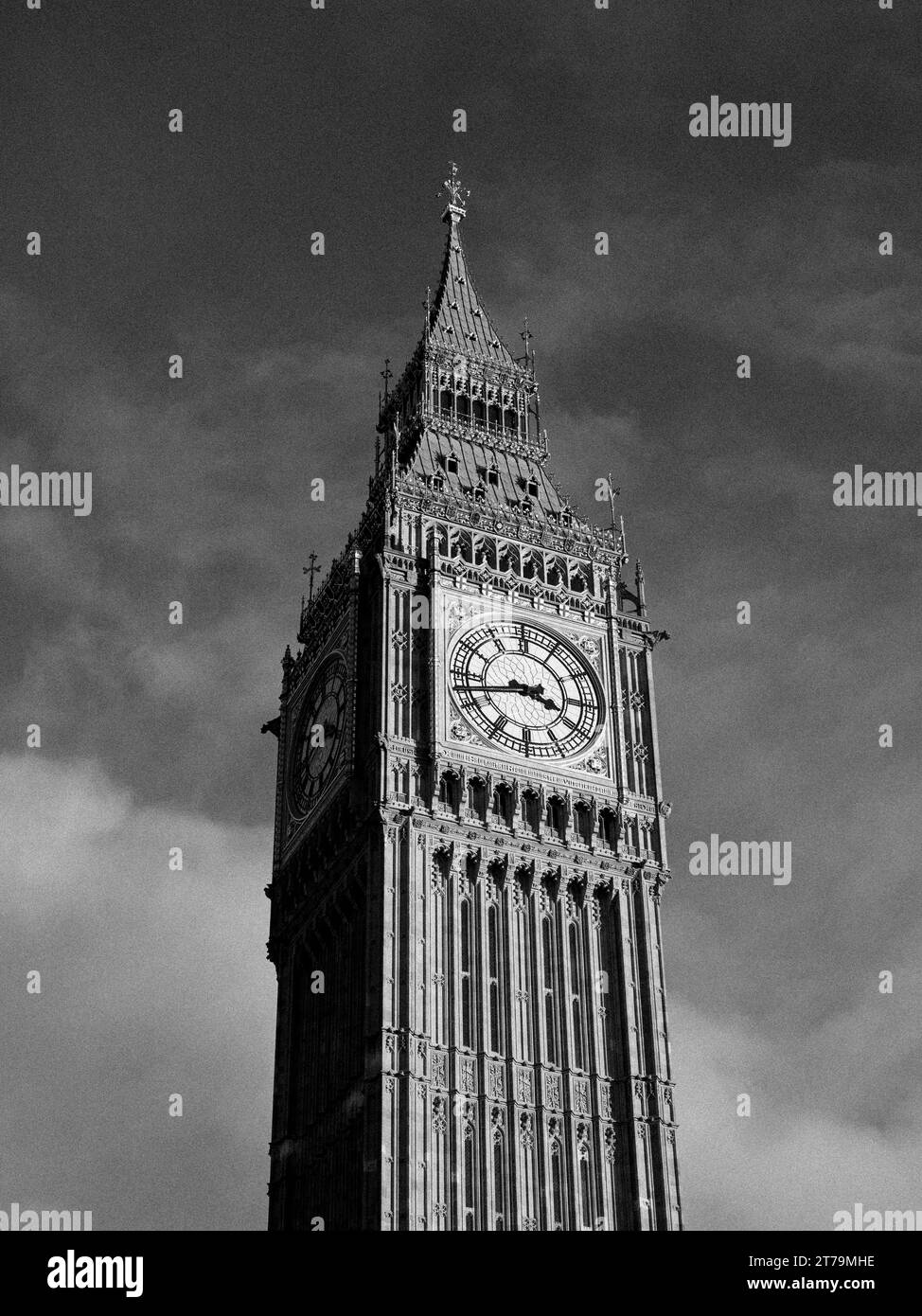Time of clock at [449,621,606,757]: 3:42
